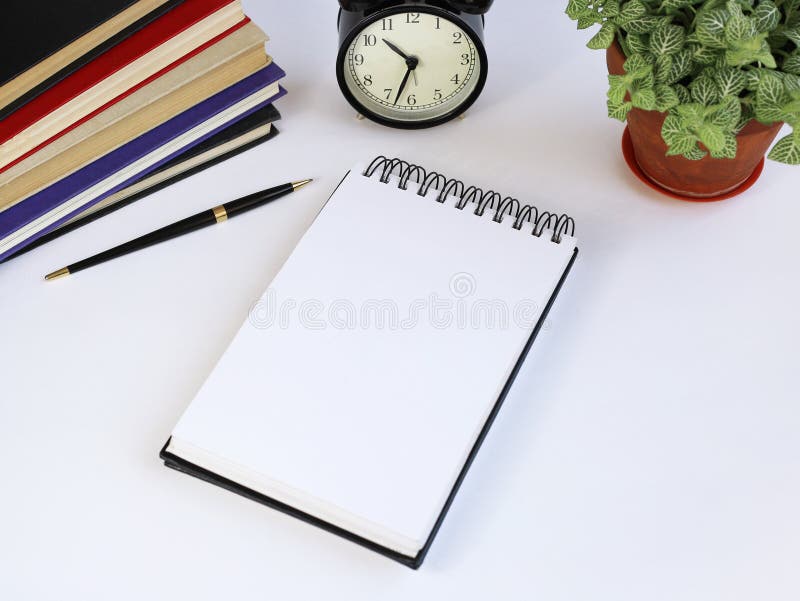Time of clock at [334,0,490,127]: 10:32
